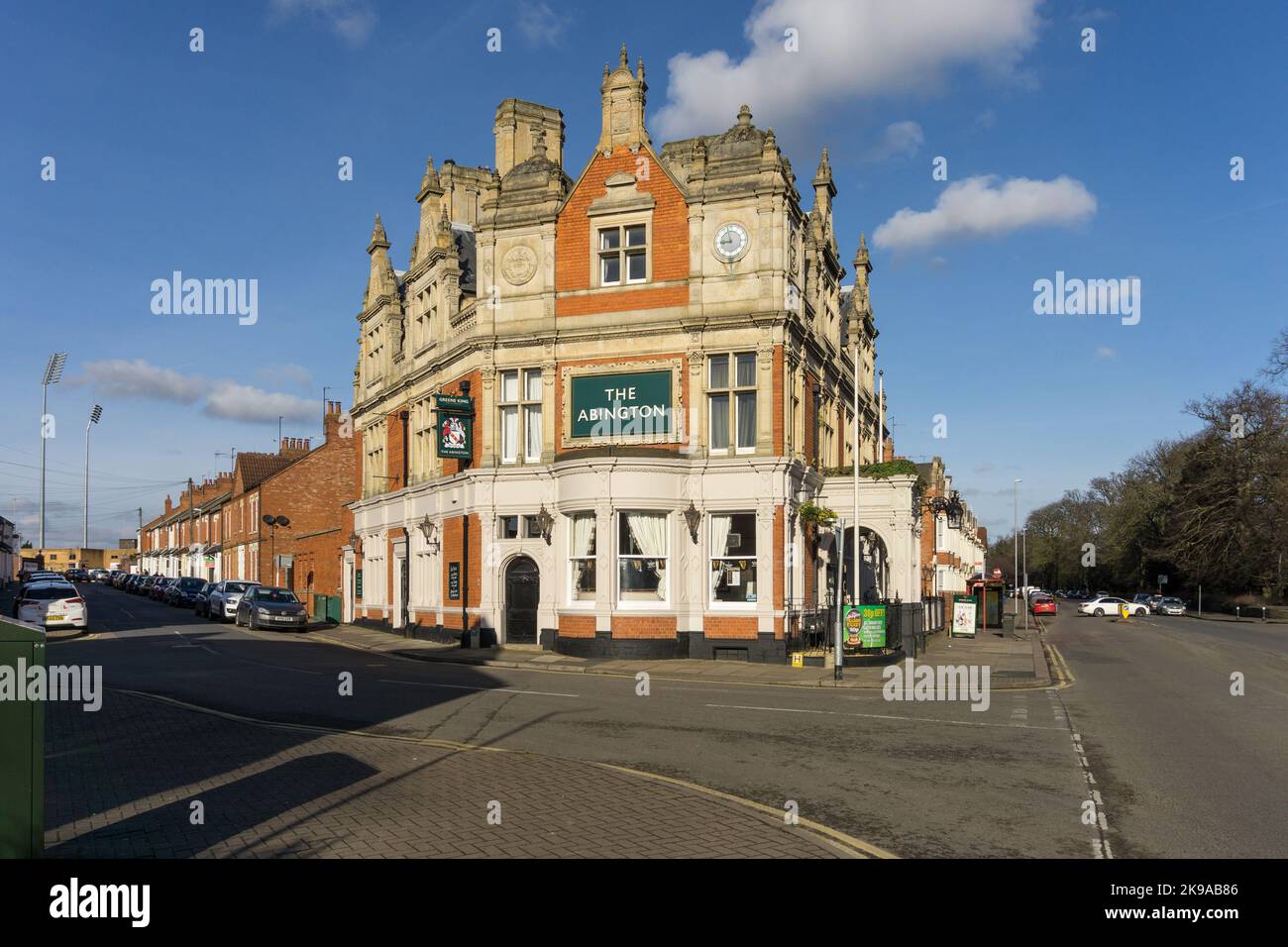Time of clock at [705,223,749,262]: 8:57
